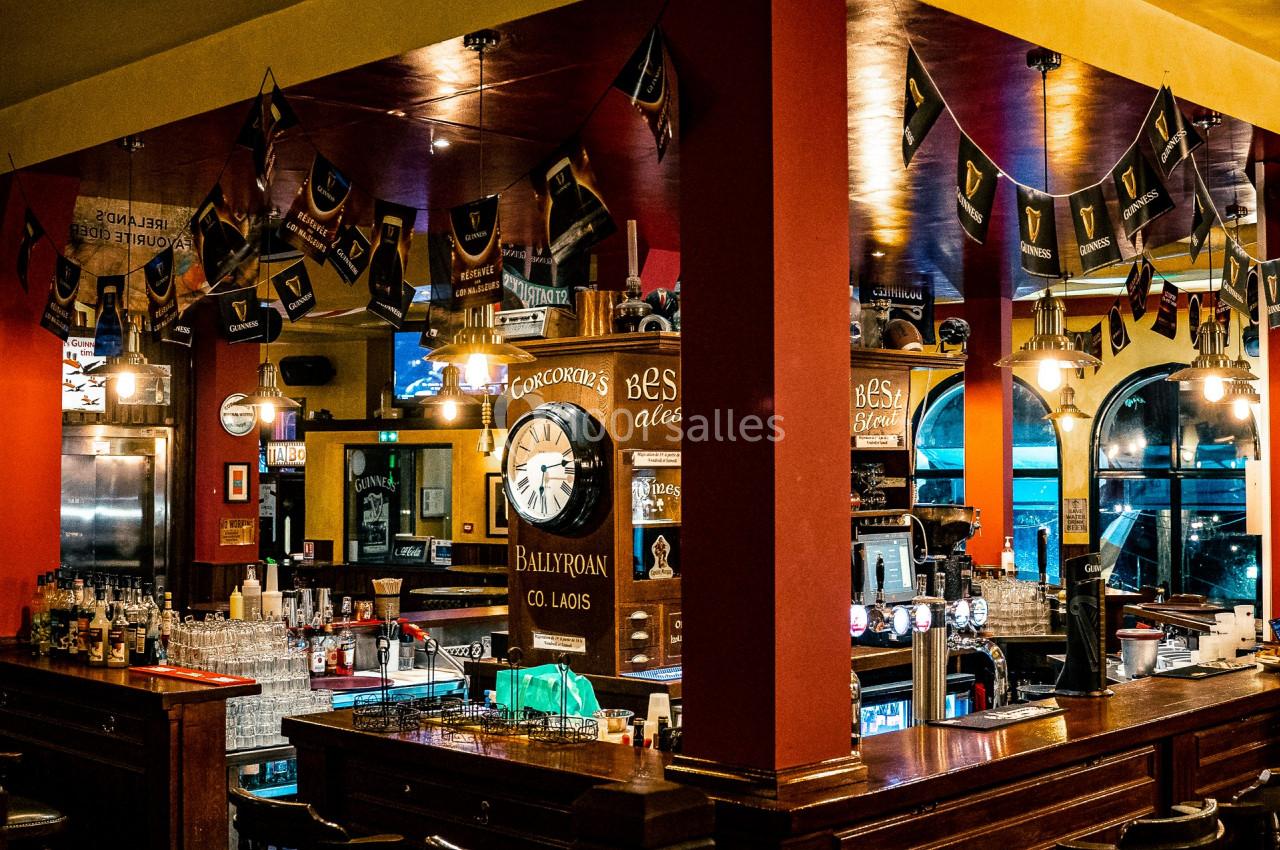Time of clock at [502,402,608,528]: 6:13
